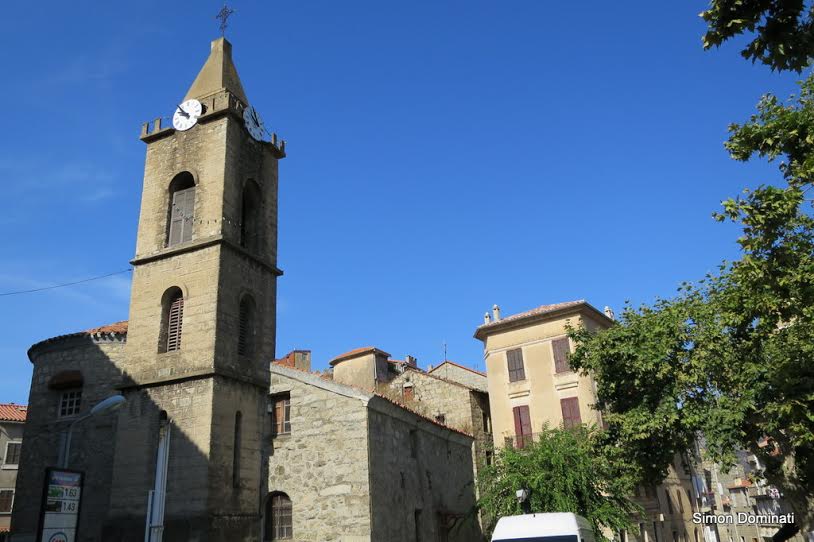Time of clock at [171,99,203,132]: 9:53
